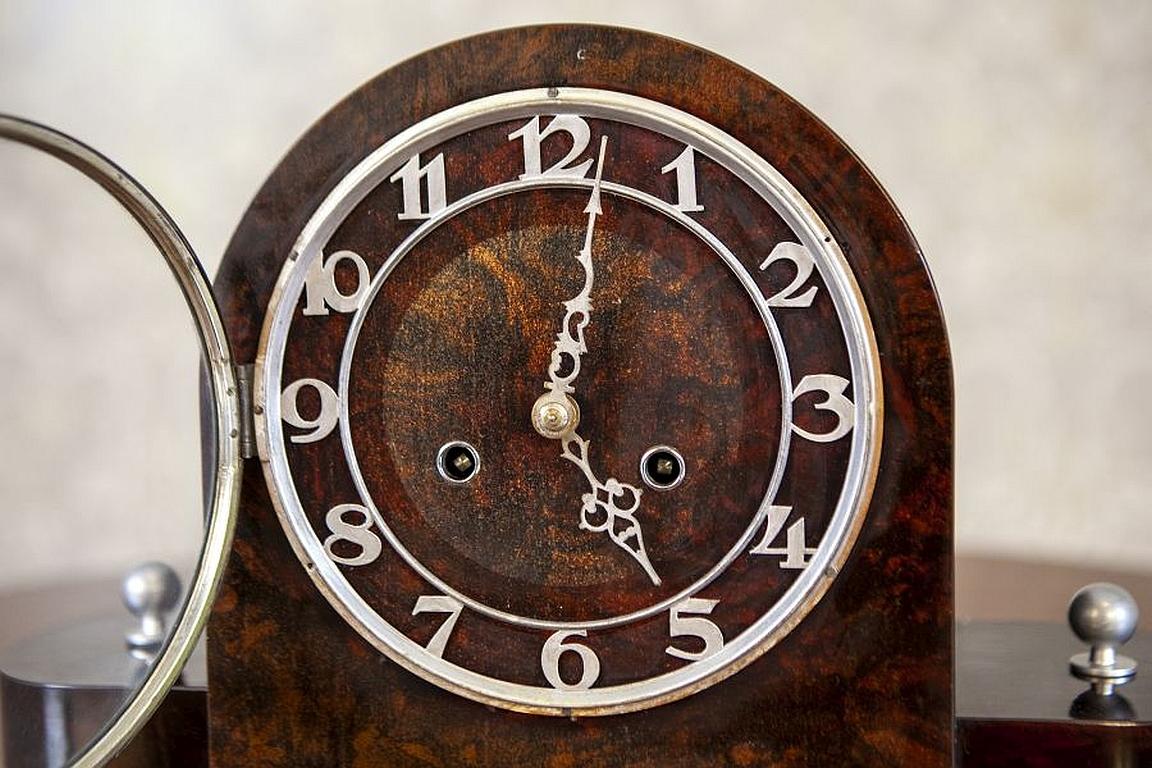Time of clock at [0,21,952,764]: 5:01
